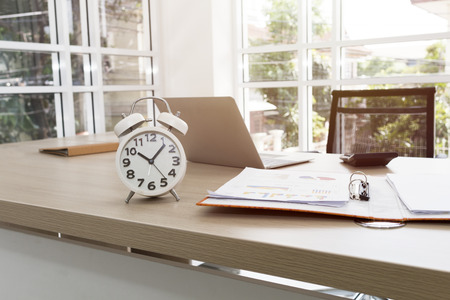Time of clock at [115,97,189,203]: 10:07
